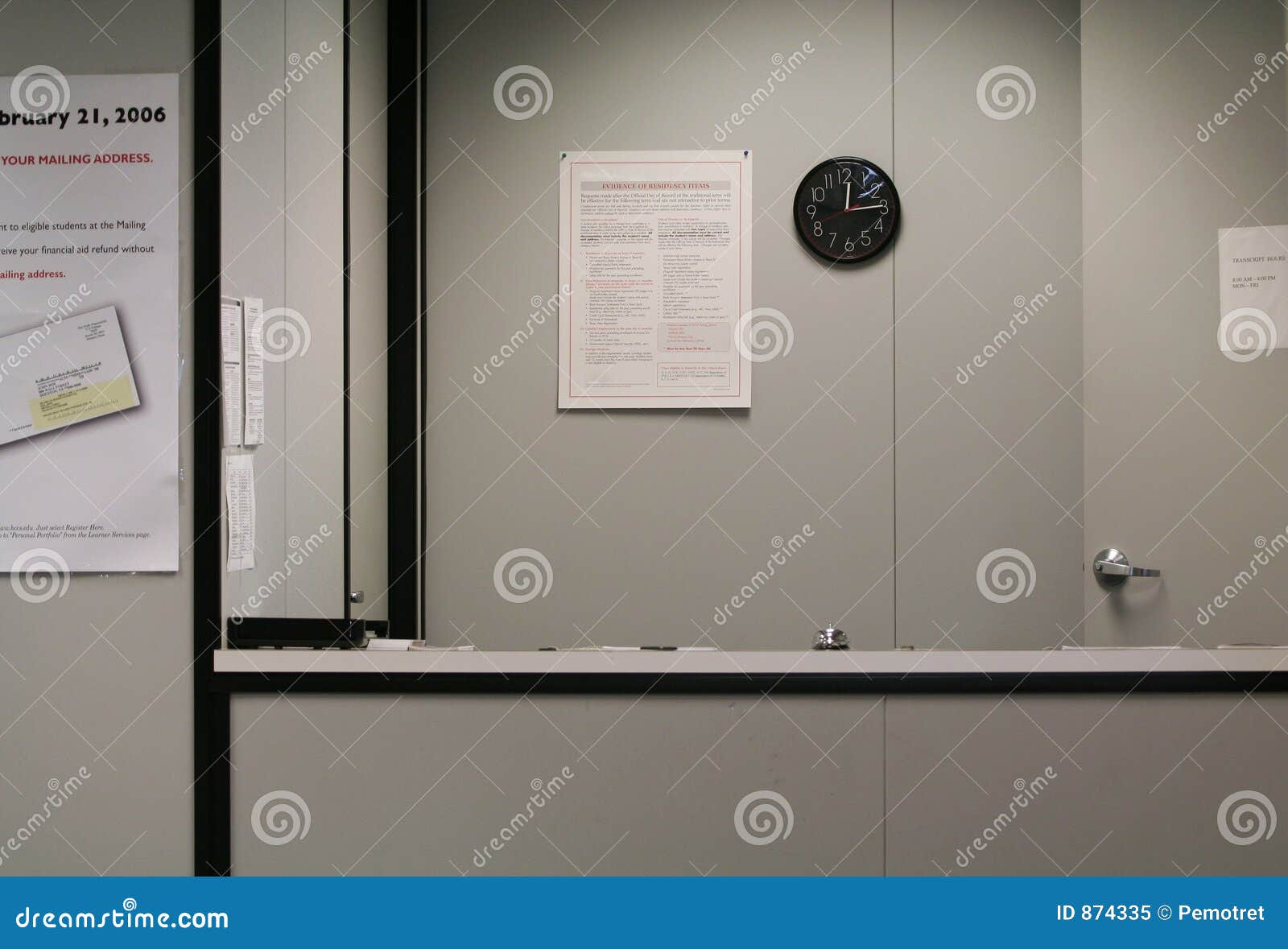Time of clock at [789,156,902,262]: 12:14
